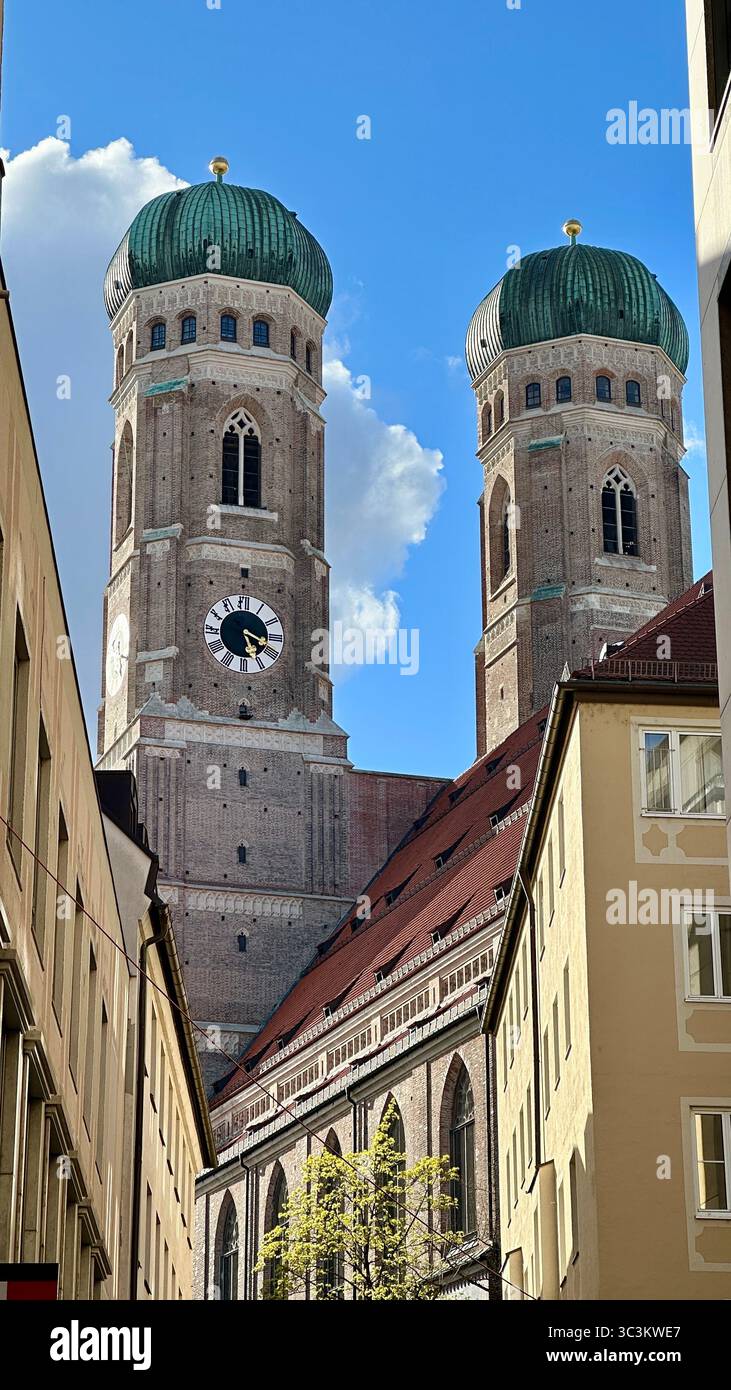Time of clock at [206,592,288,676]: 5:18
